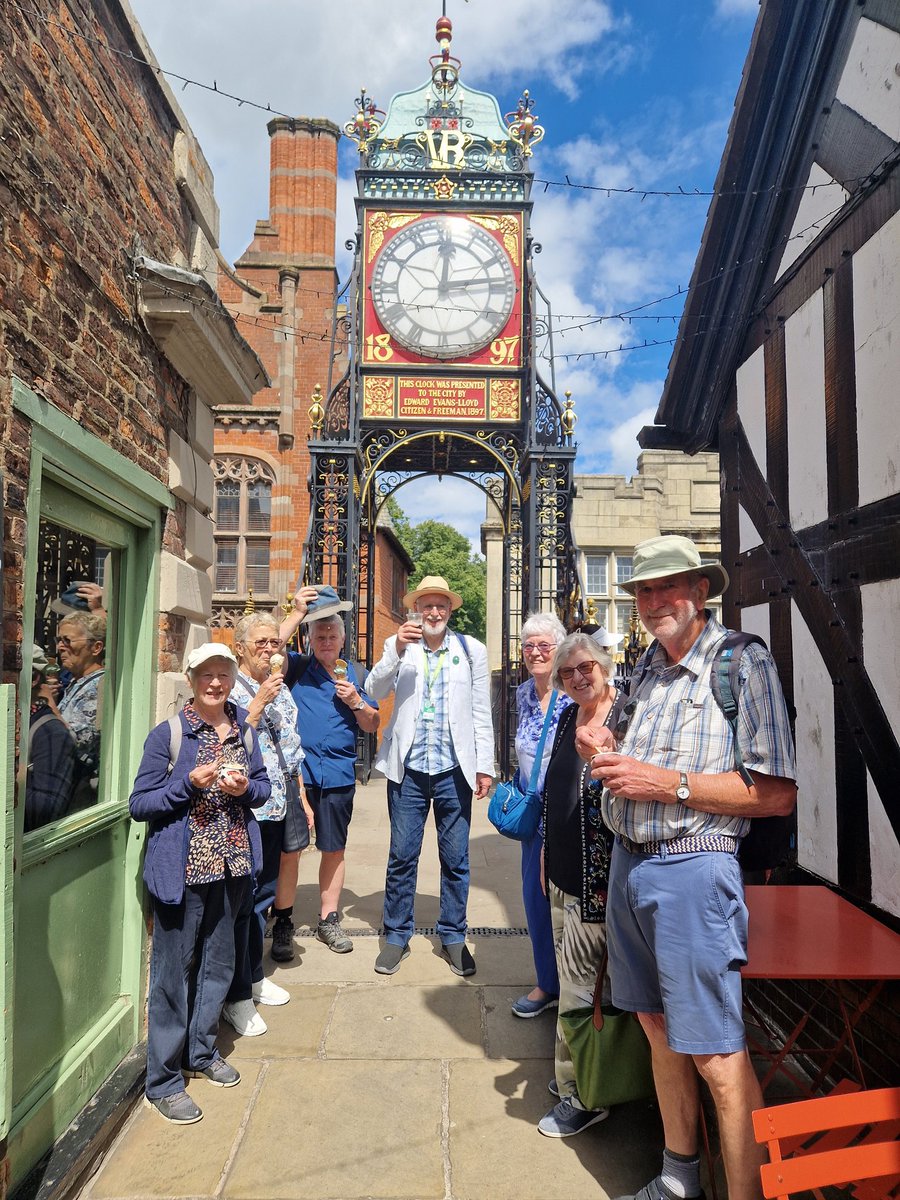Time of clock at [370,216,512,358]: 12:13
